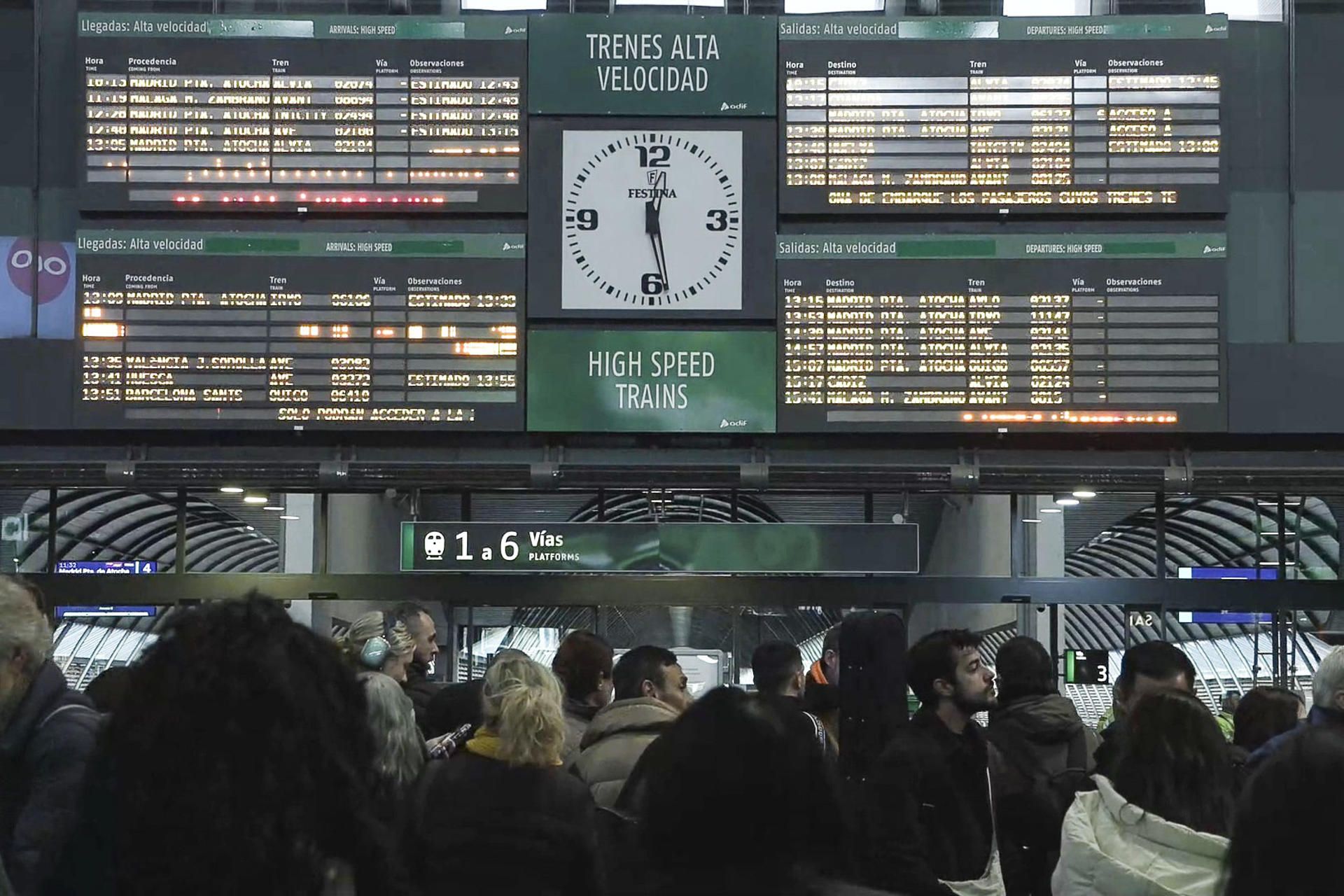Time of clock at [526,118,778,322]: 12:28
